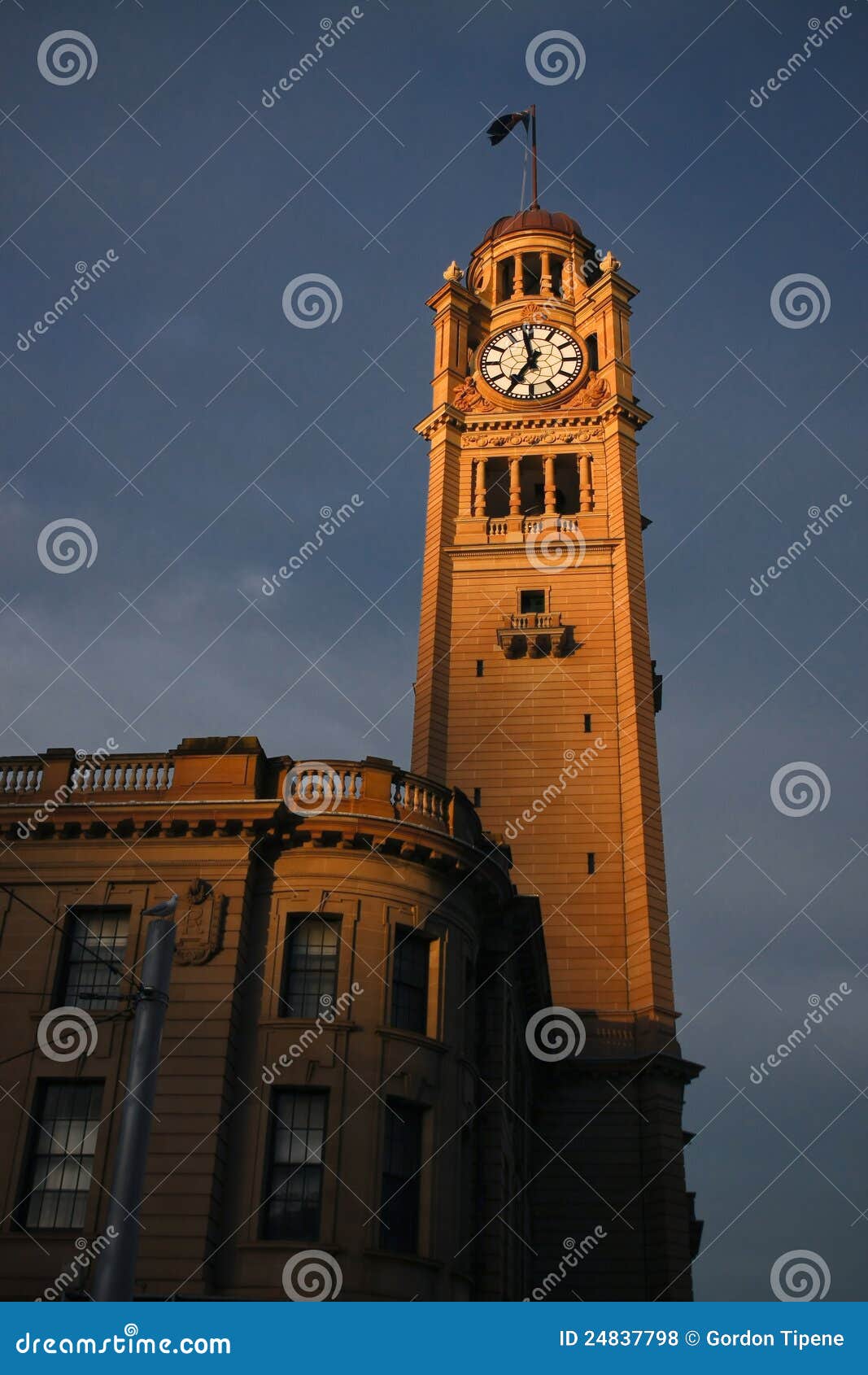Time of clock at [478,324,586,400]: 6:58
